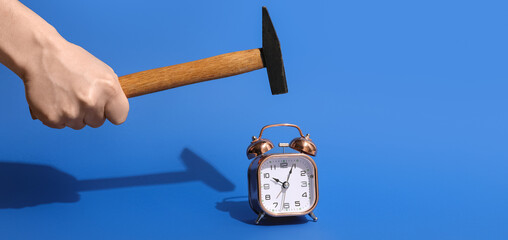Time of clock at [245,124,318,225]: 10:04
